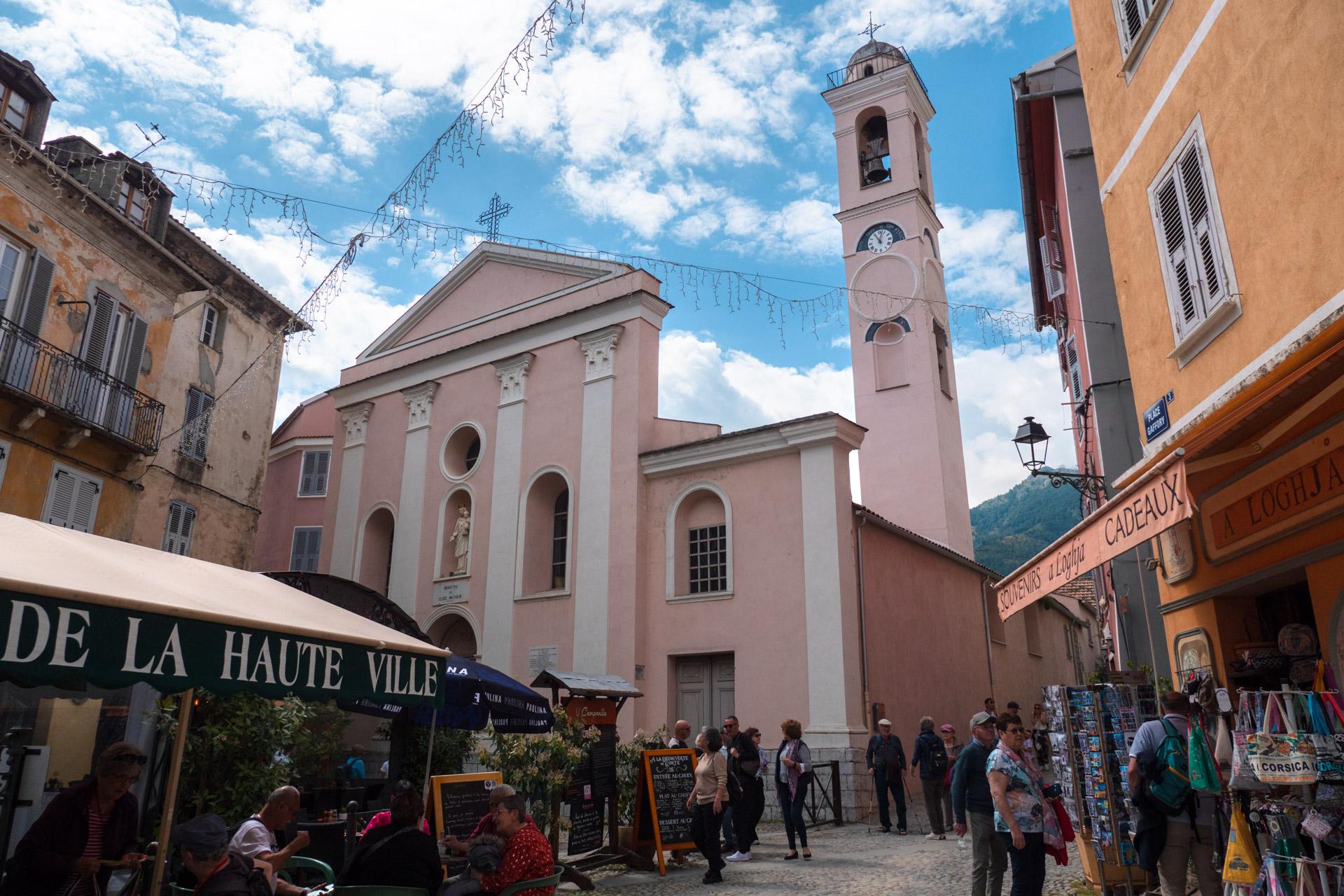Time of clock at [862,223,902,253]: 11:02
